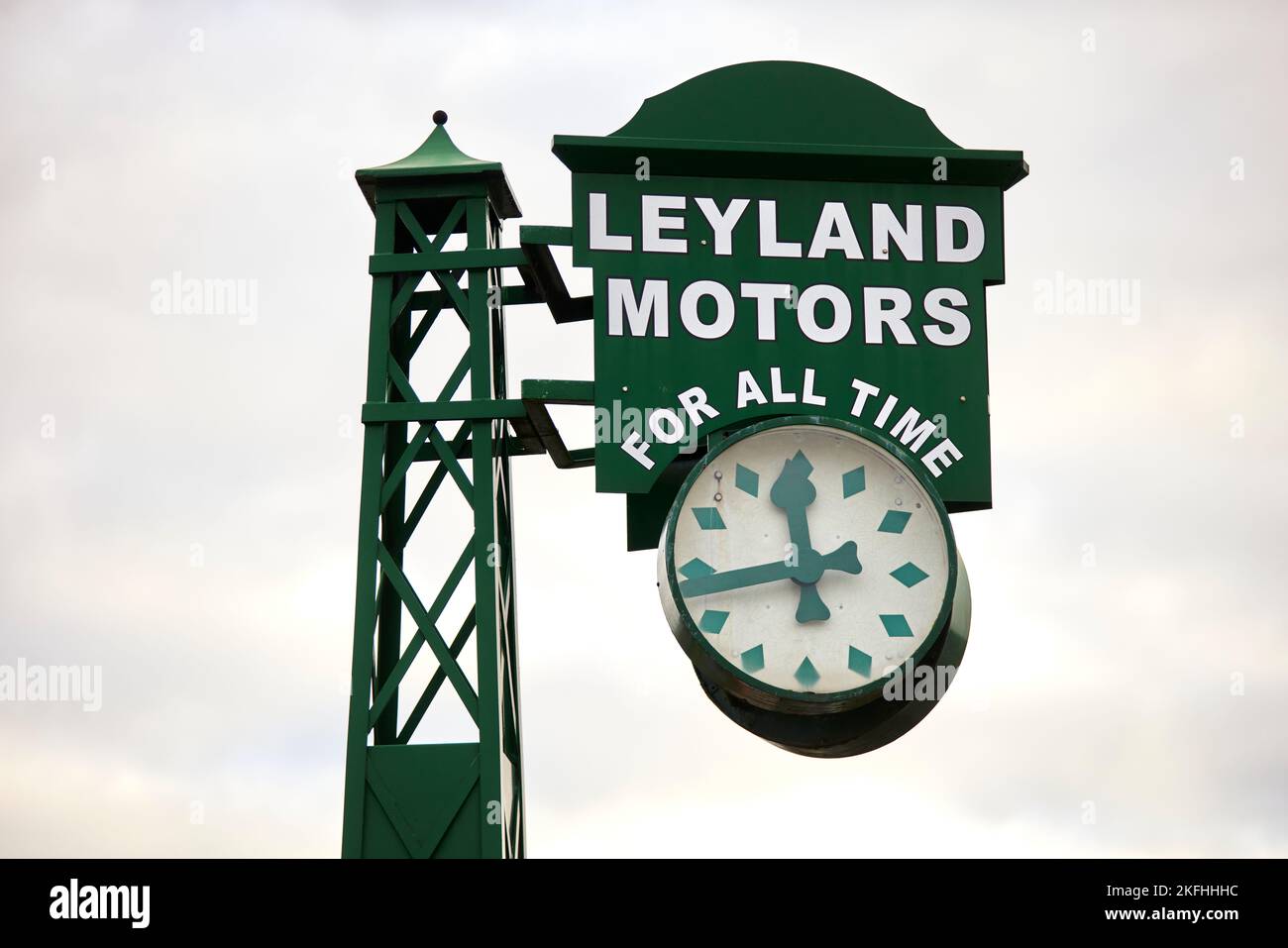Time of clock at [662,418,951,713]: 11:43
